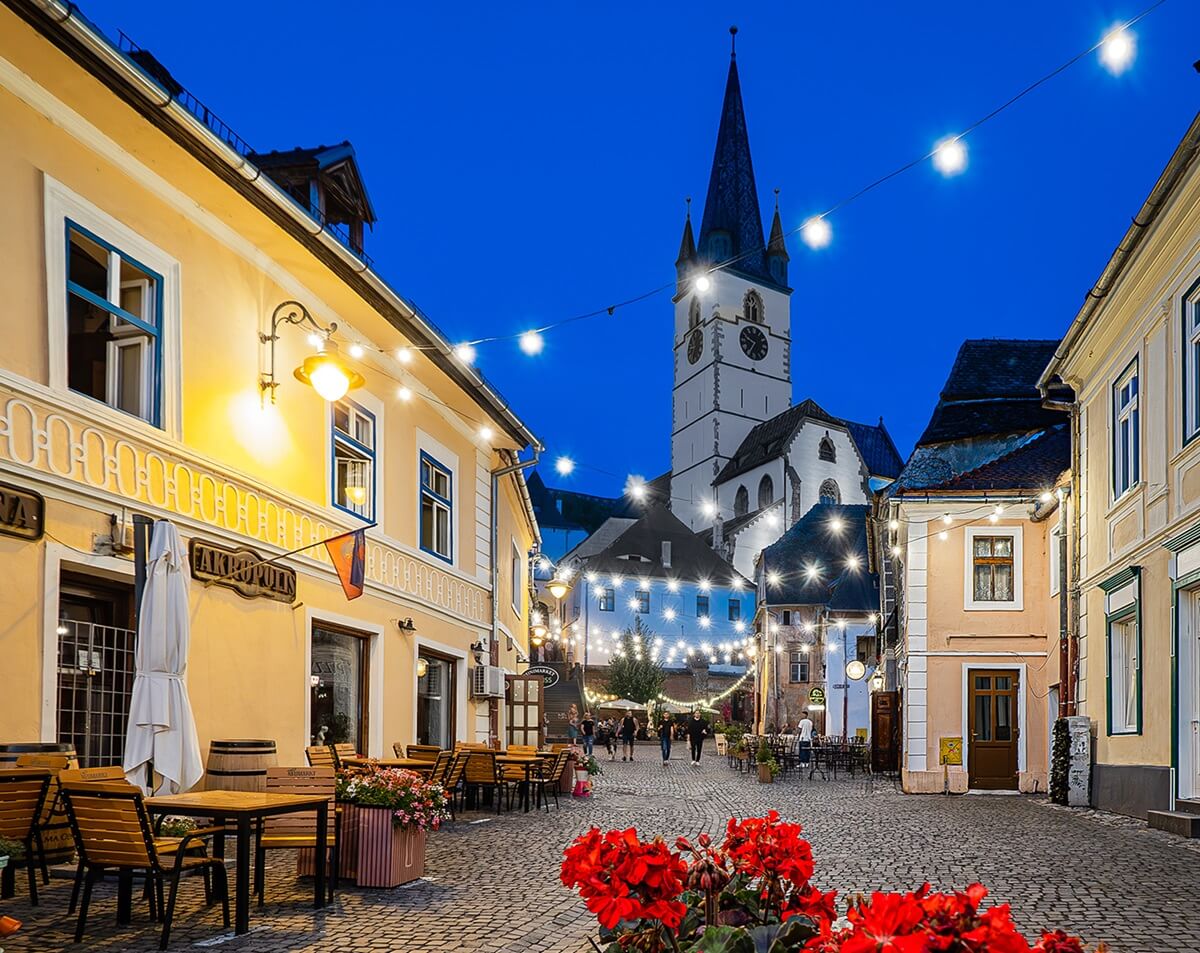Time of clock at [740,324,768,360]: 9:35
